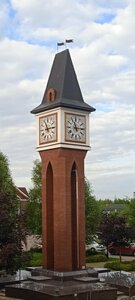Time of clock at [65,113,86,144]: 11:14
